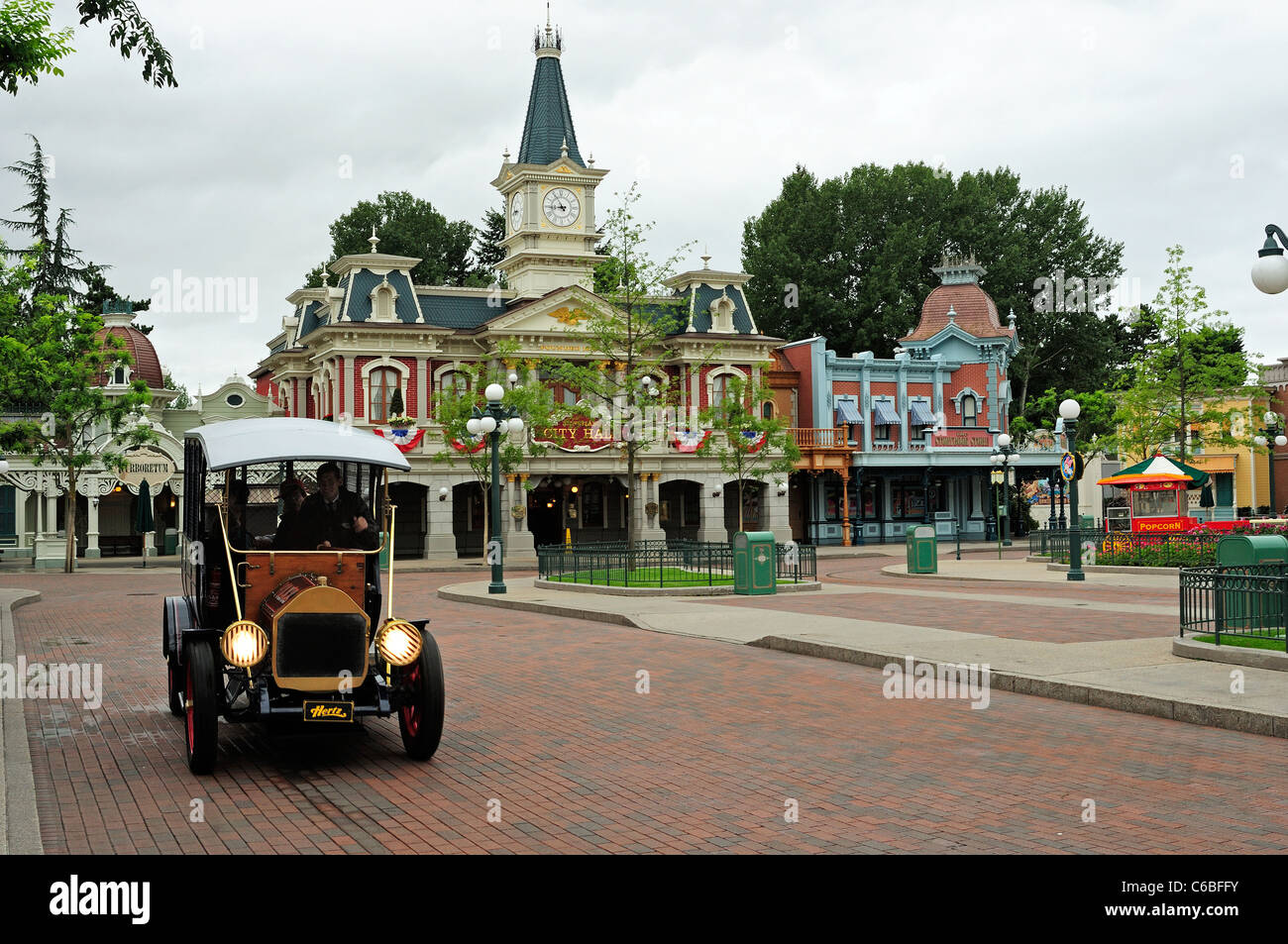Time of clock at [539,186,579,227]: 8:54
